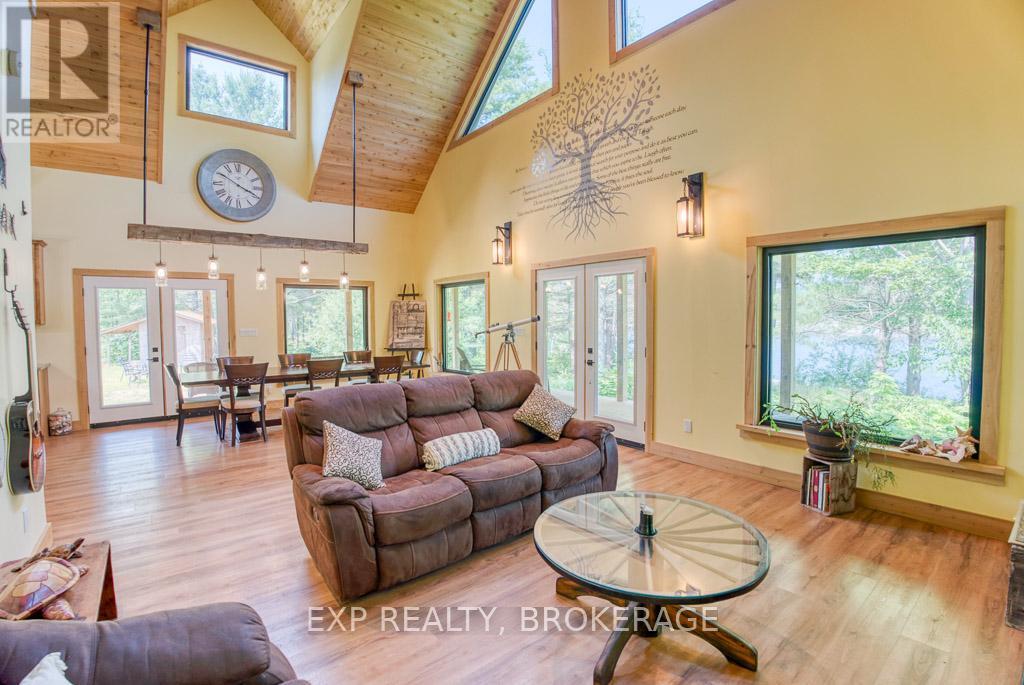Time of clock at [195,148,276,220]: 3:50
